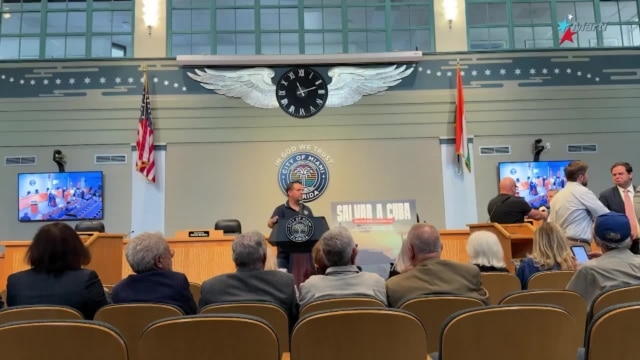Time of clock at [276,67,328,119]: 11:12
